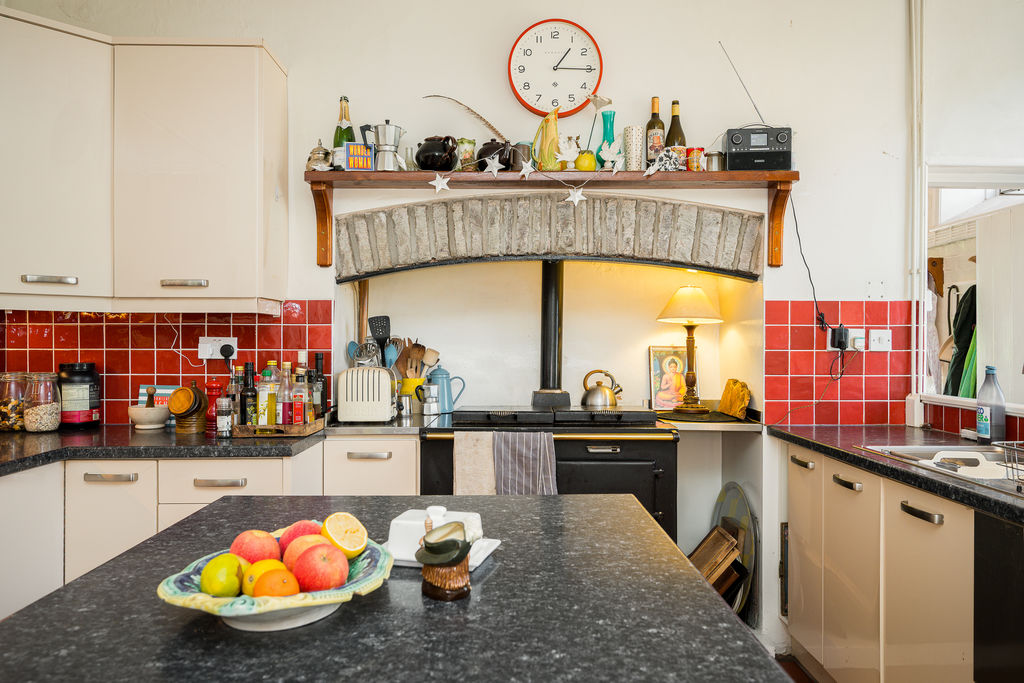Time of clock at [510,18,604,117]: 1:15
